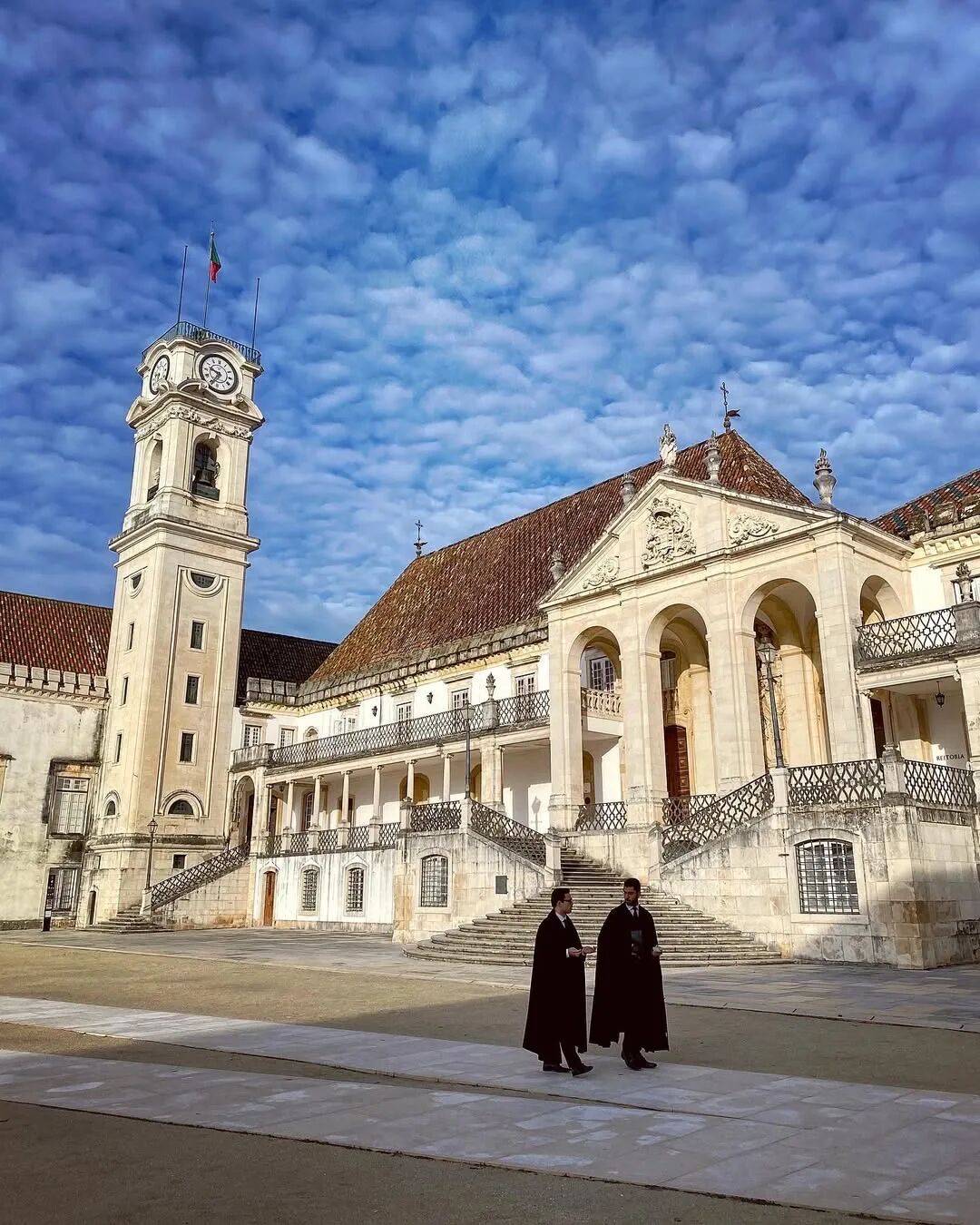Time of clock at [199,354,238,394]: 9:34
